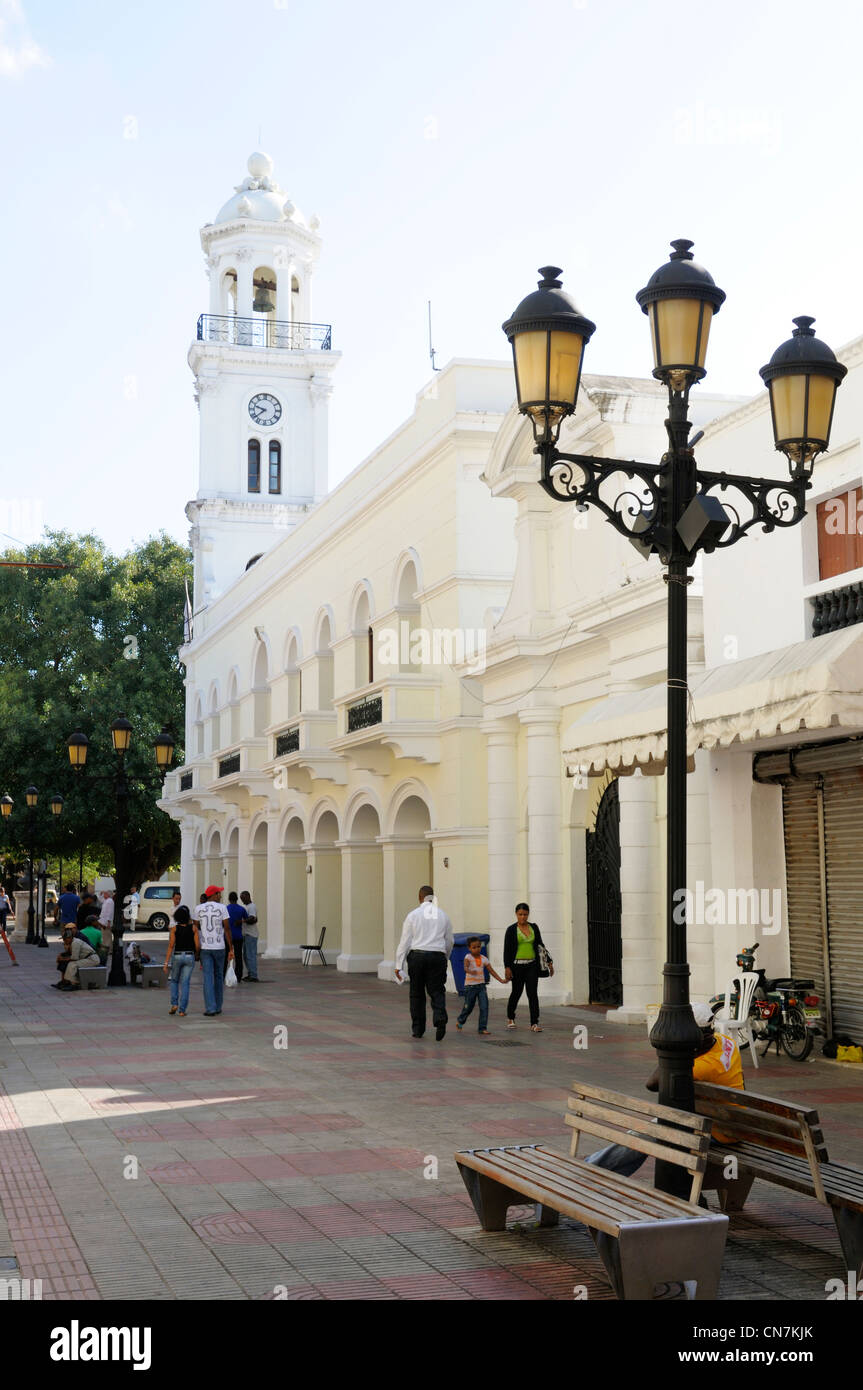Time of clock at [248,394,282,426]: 9:38
